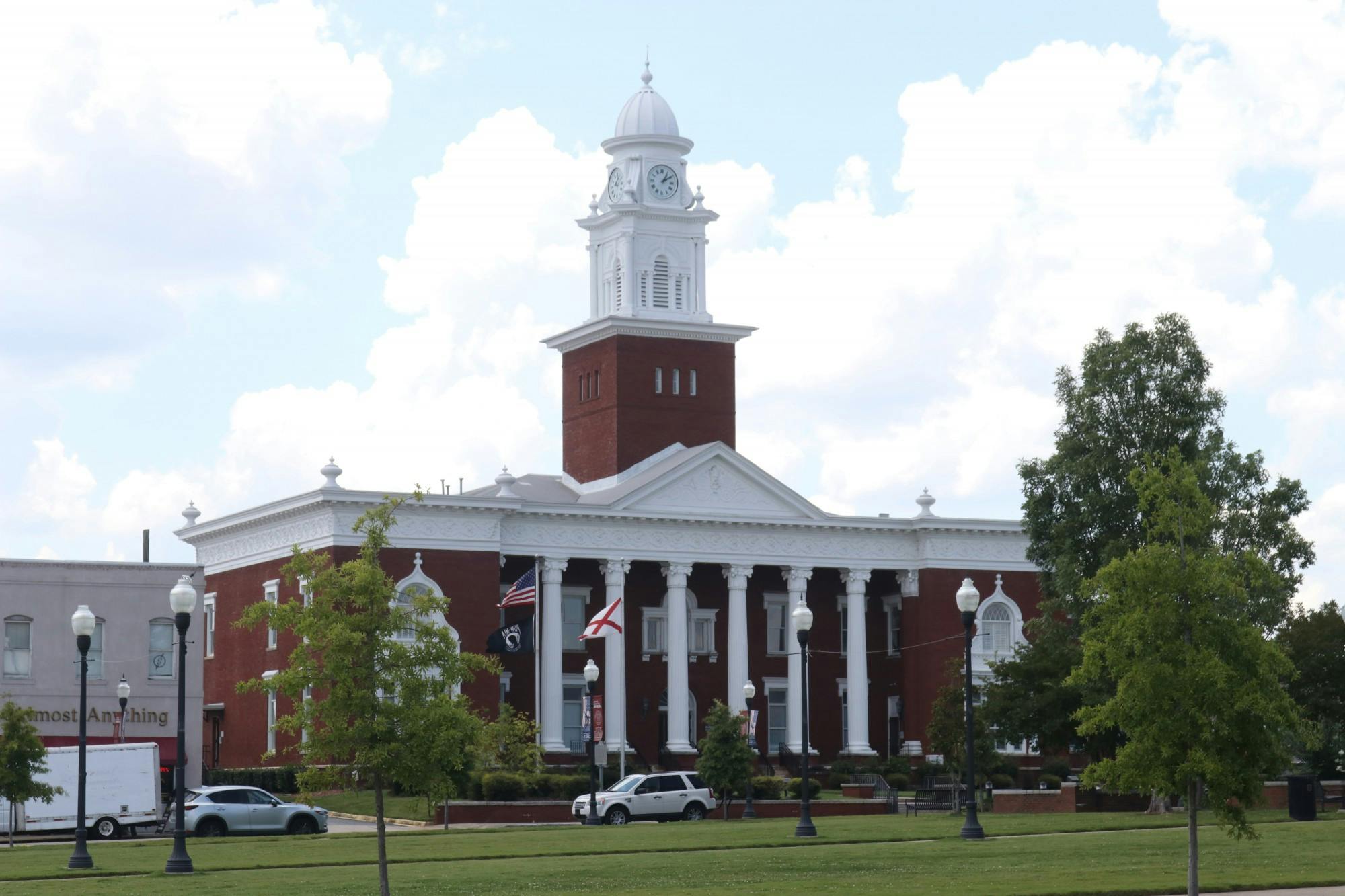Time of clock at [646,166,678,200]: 1:09
